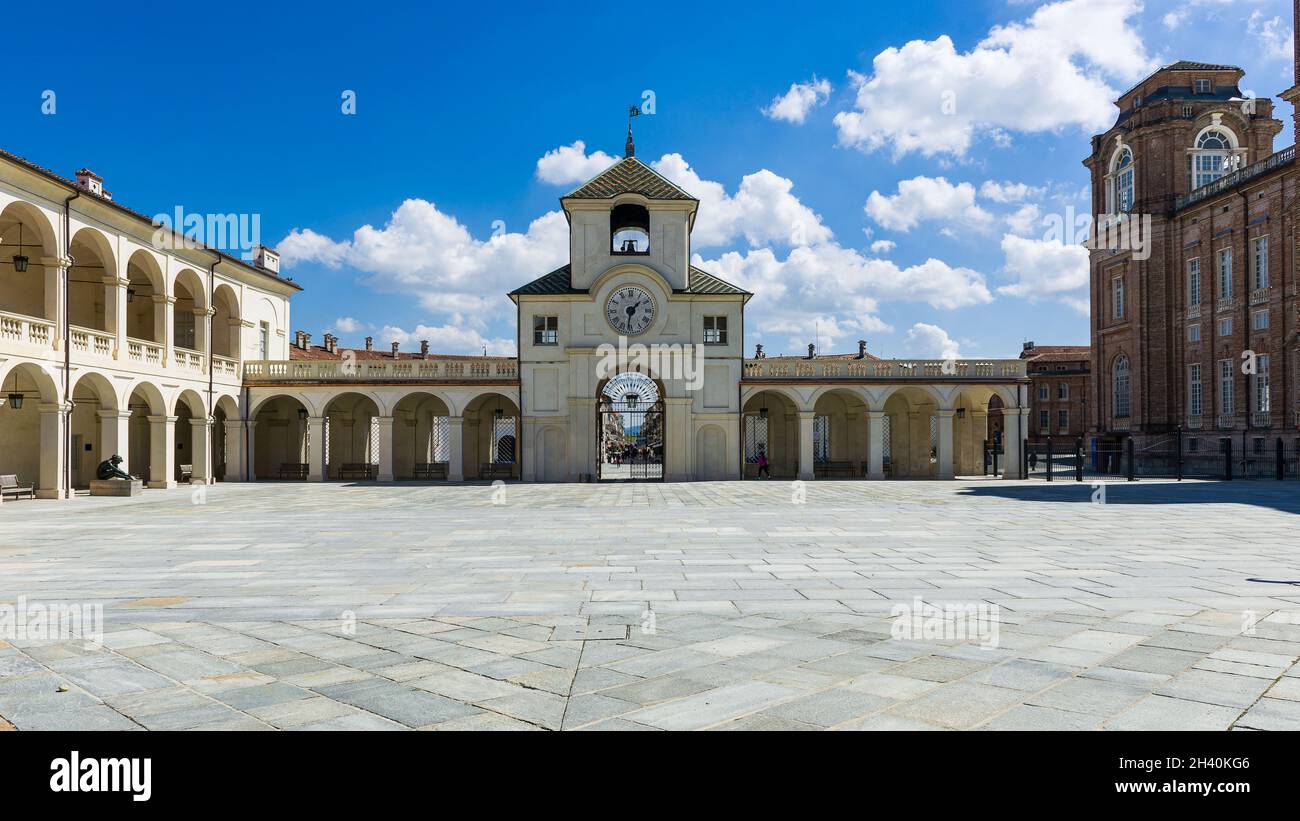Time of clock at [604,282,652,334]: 1:32
